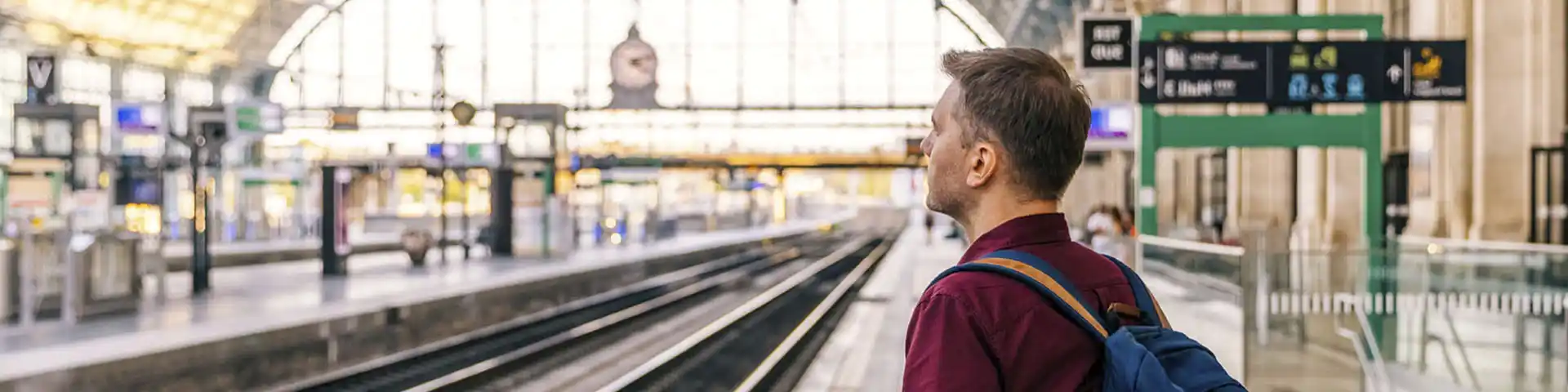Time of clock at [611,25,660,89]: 4:12
